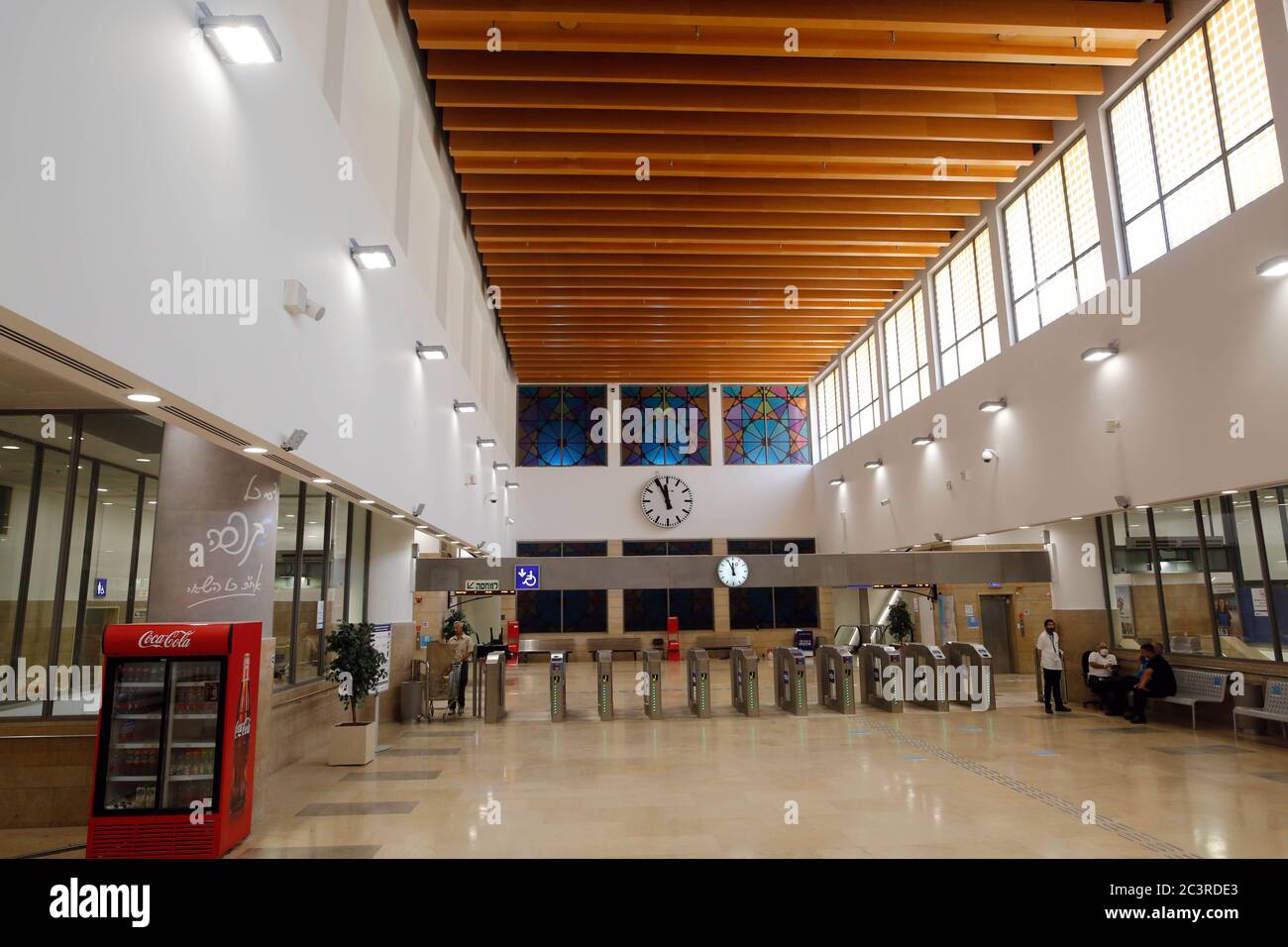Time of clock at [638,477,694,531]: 11:55
